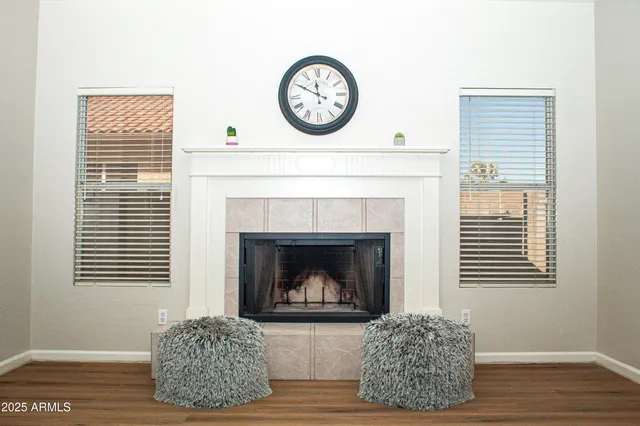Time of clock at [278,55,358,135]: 11:49
